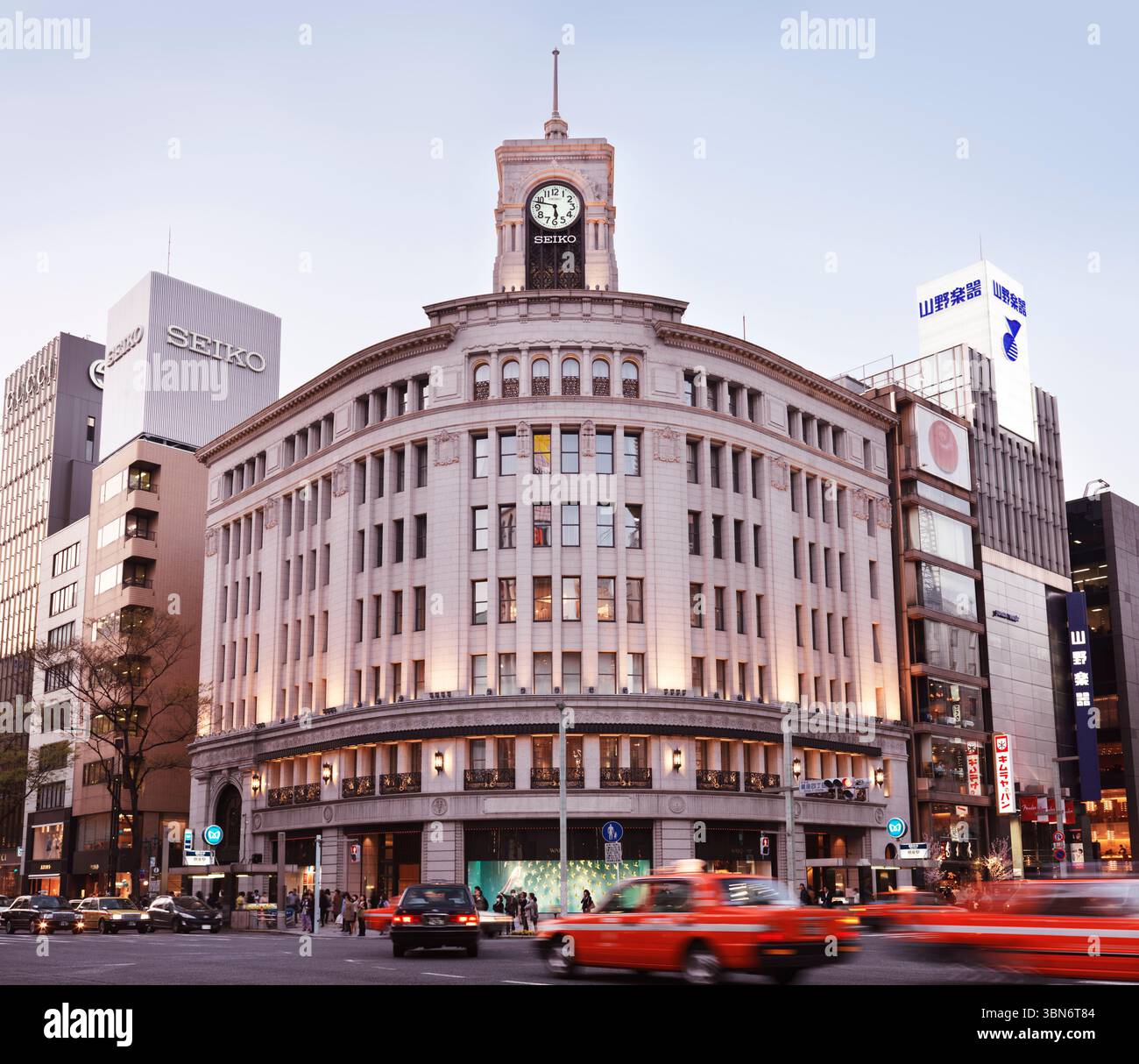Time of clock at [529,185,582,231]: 5:47
